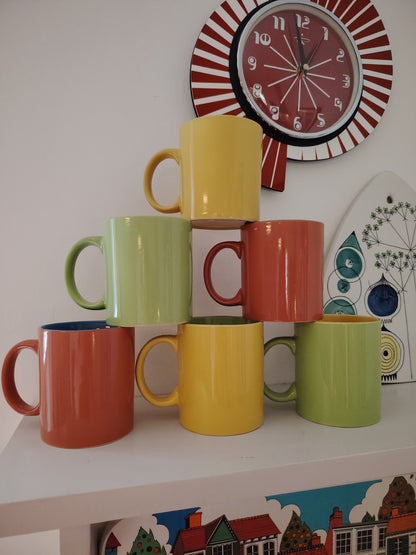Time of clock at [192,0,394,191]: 11:58
